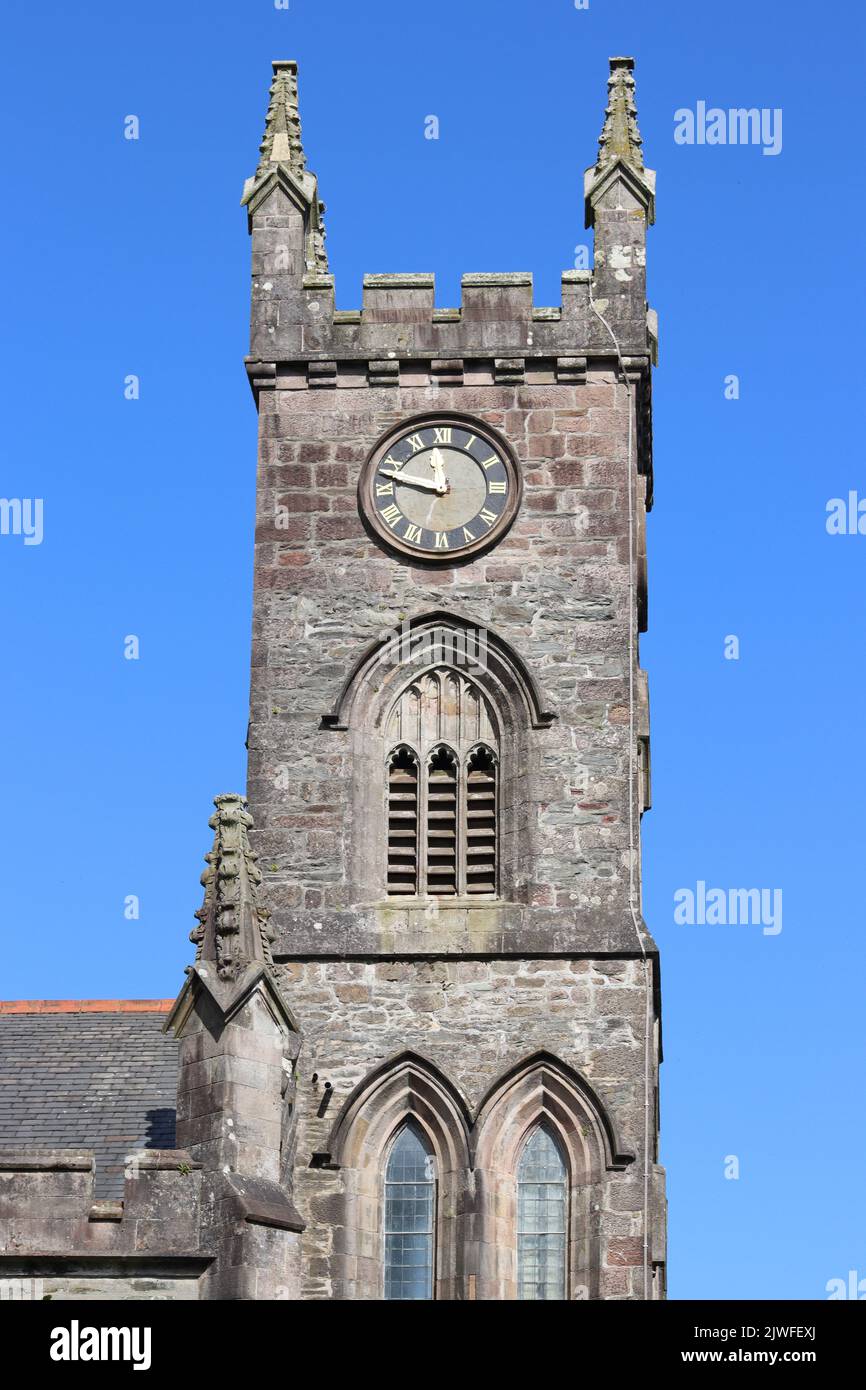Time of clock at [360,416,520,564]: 11:47
